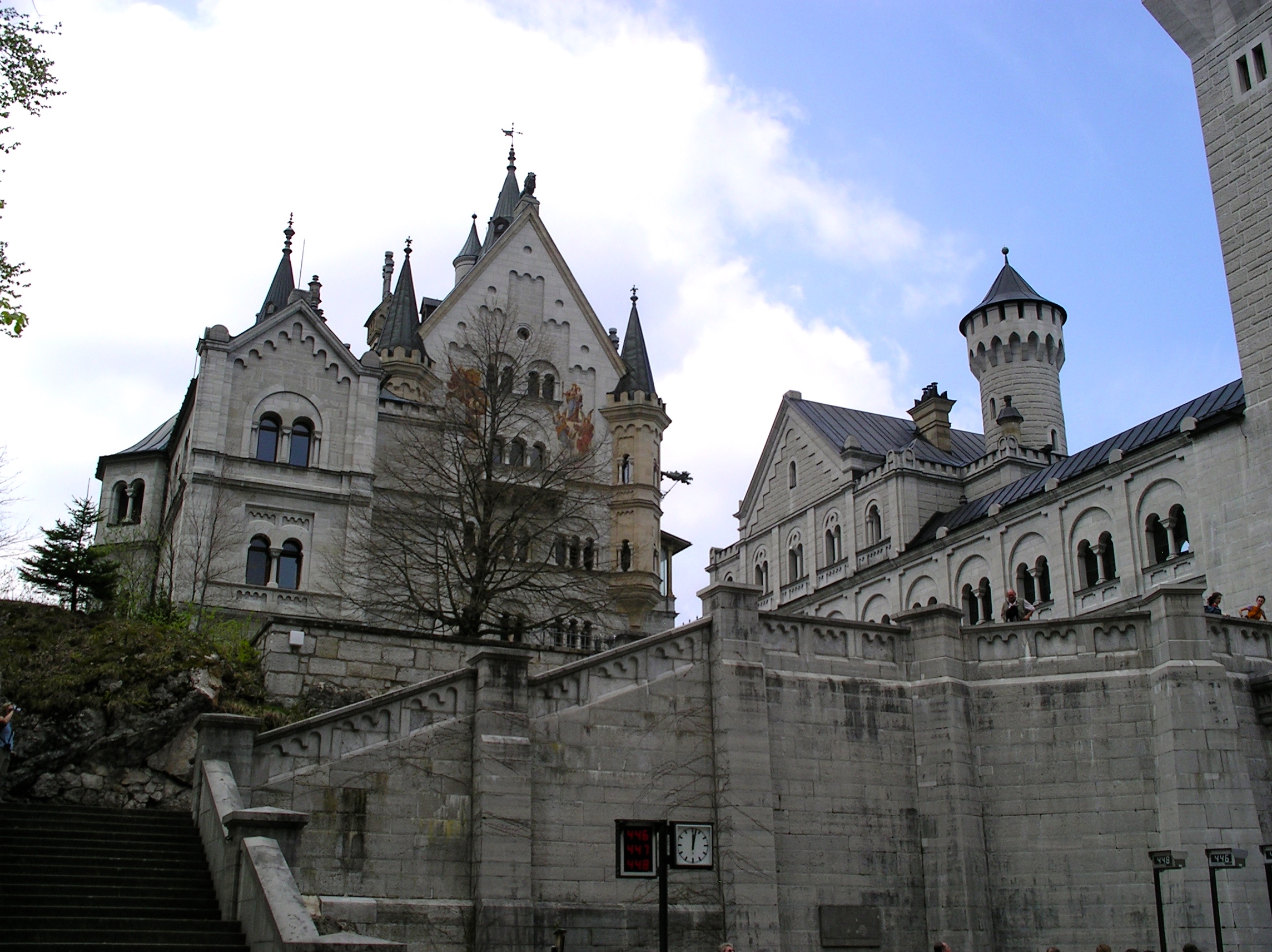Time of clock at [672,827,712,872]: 12:02
